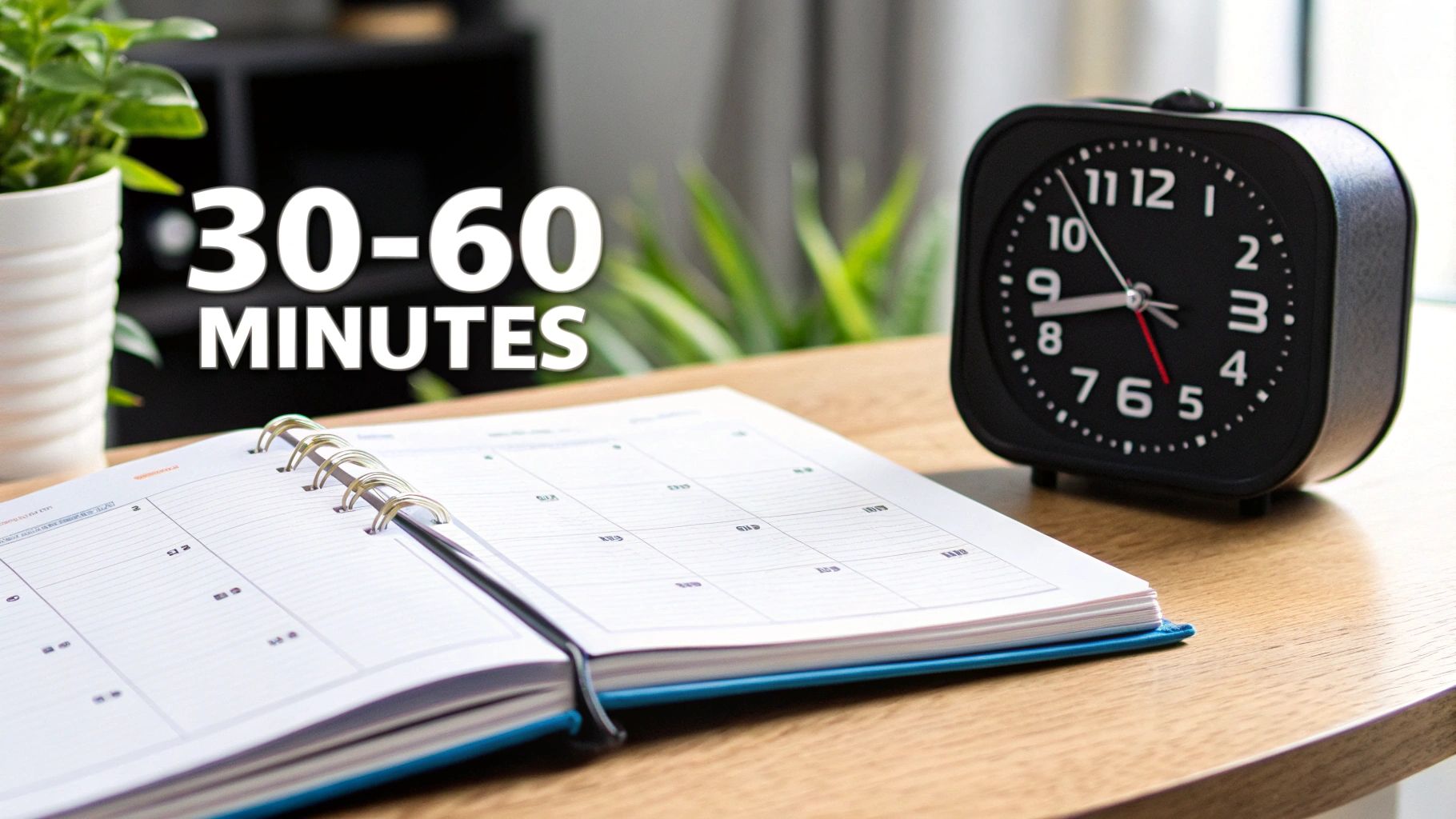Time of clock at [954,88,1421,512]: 8:42
